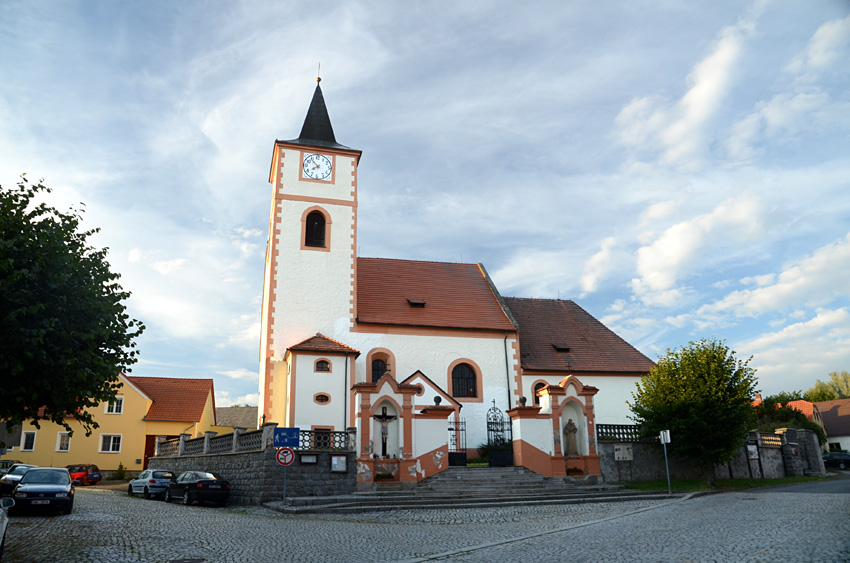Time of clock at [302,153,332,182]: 7:53
